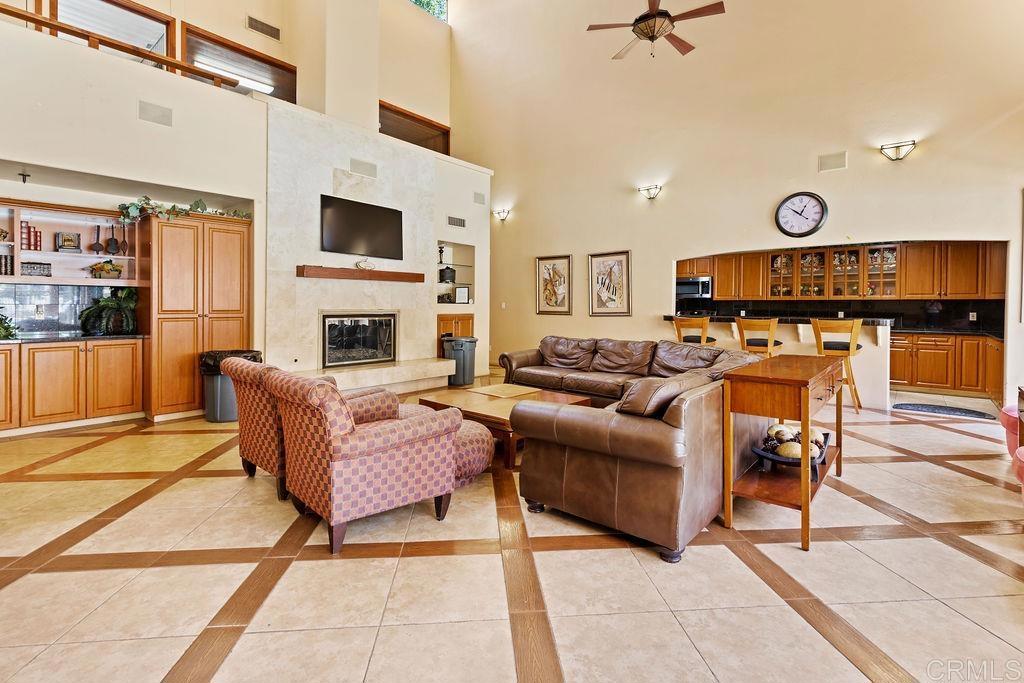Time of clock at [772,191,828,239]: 12:51
